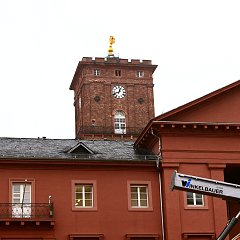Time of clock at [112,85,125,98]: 12:41
